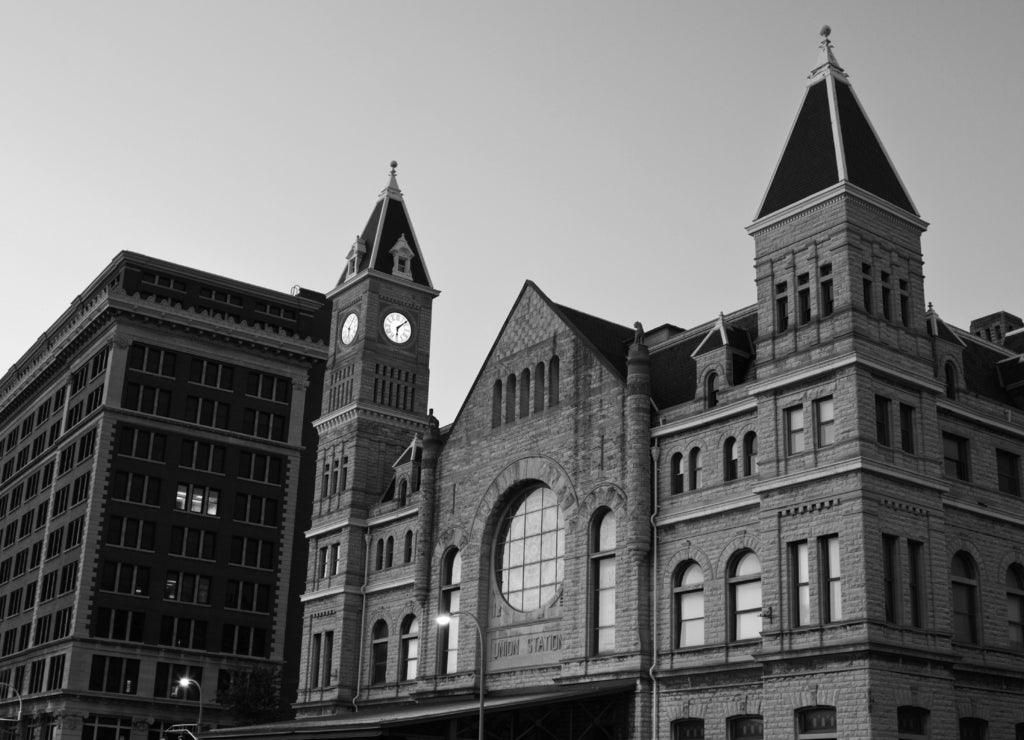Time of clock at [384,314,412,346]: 6:07
